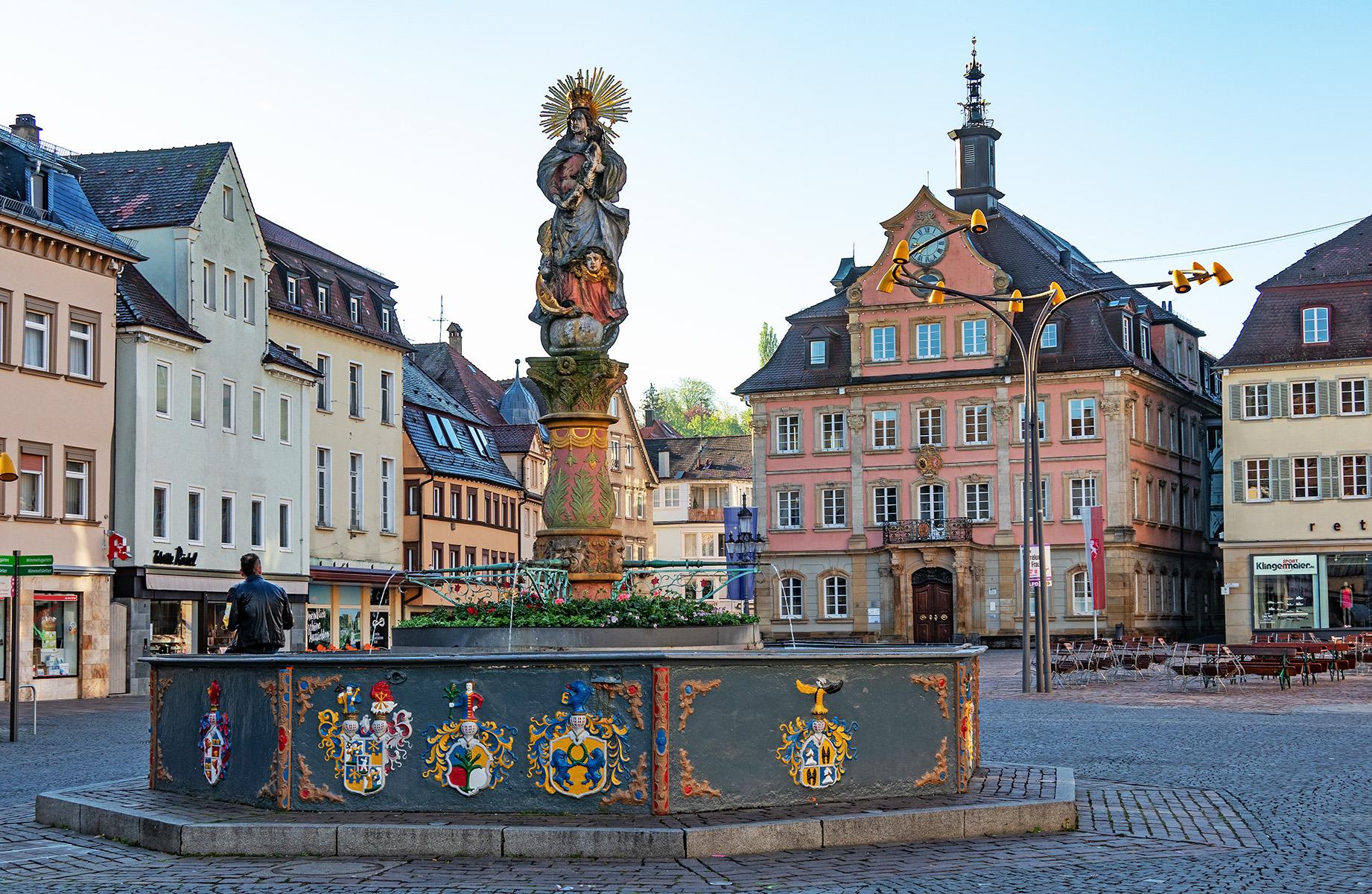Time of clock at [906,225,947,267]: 8:11
